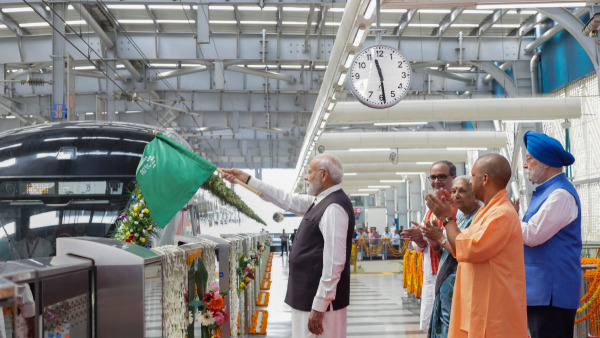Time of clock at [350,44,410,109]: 11:28
